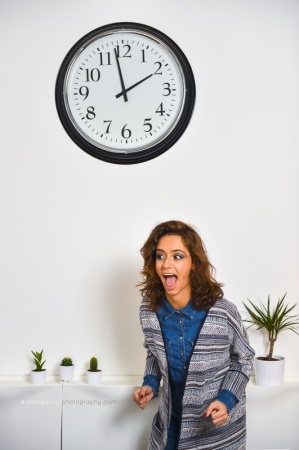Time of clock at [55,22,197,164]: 1:58
